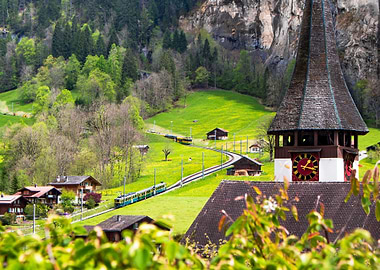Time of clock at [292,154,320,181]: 1:17
